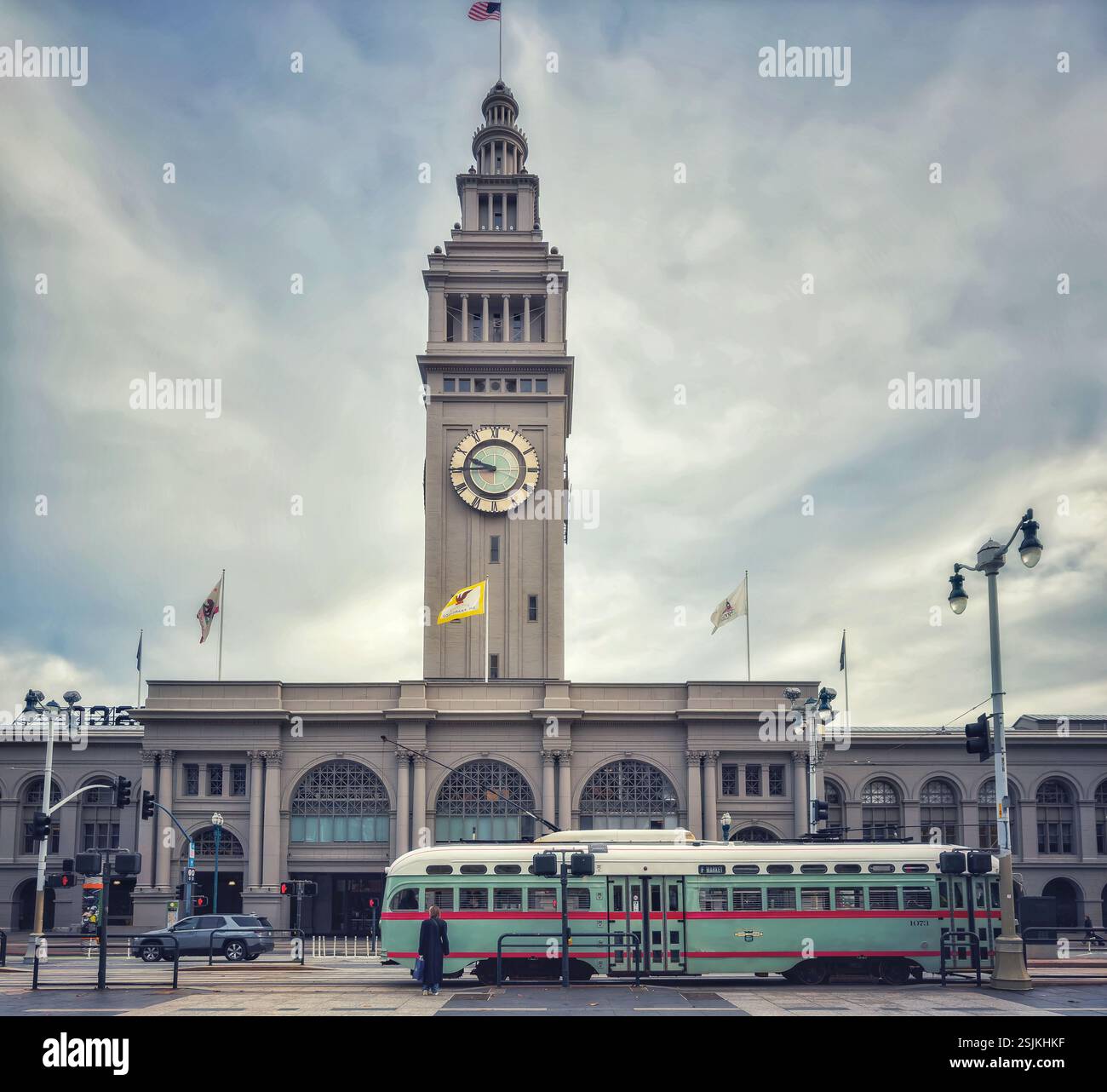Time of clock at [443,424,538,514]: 9:44
